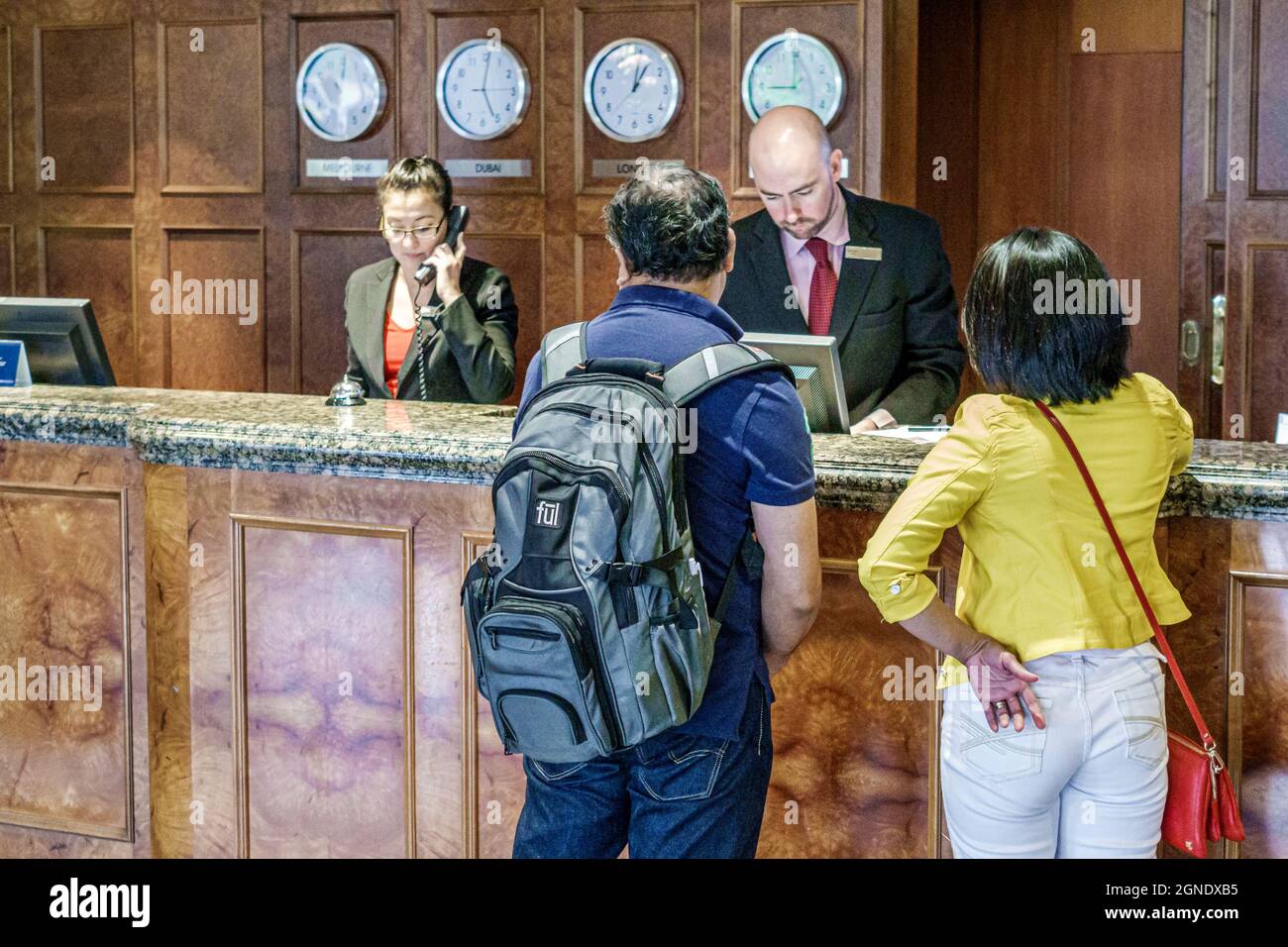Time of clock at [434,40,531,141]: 5:01
